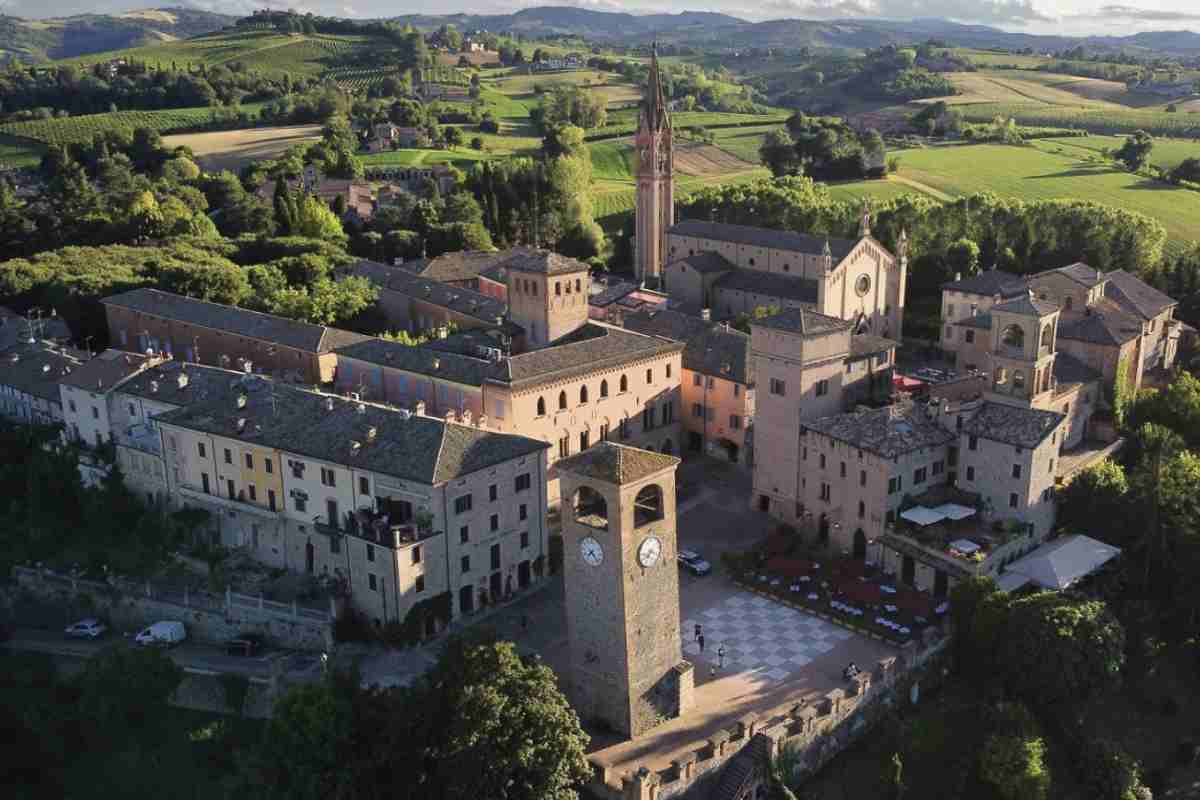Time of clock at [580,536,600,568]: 7:23
